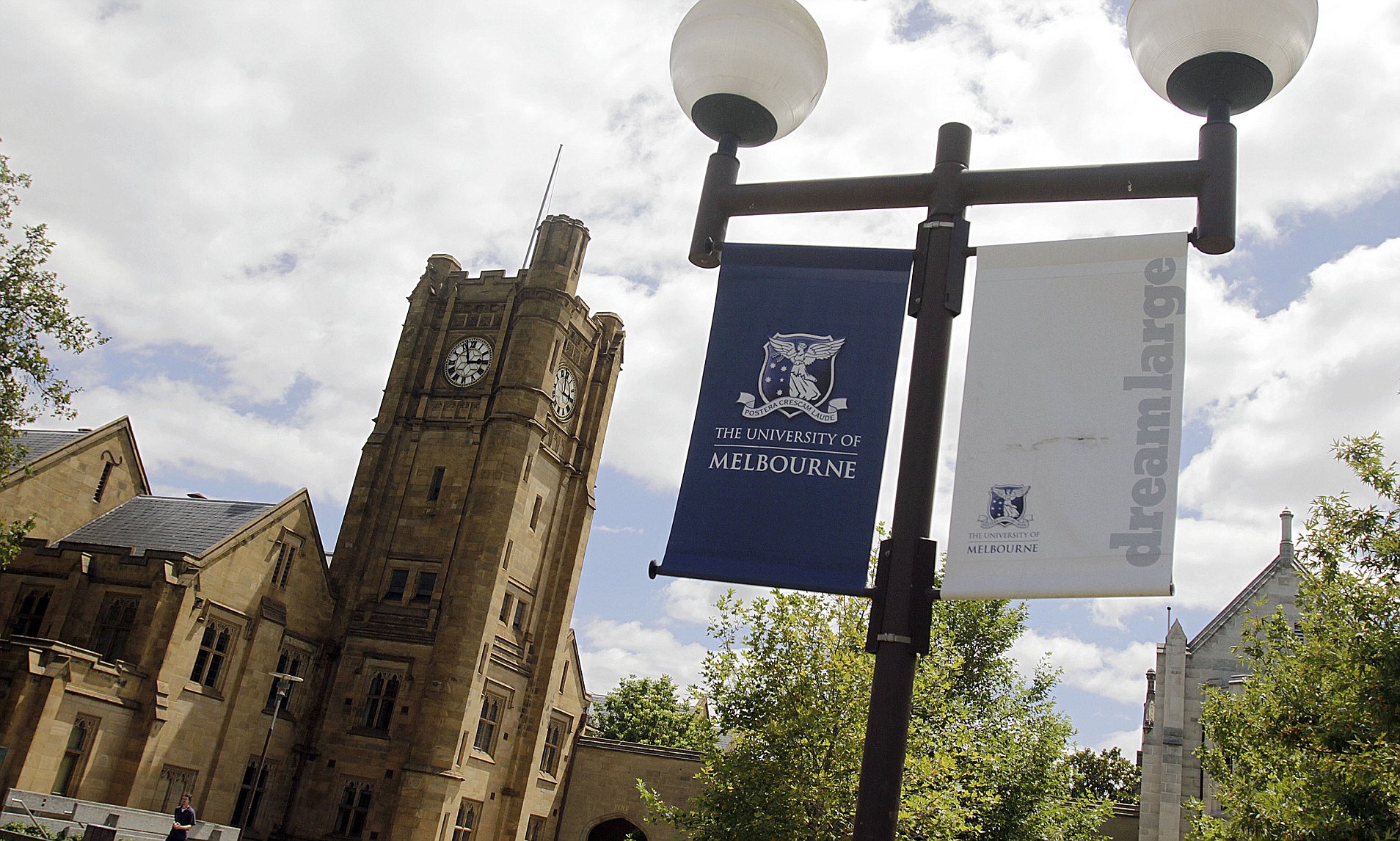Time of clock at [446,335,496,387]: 2:56
